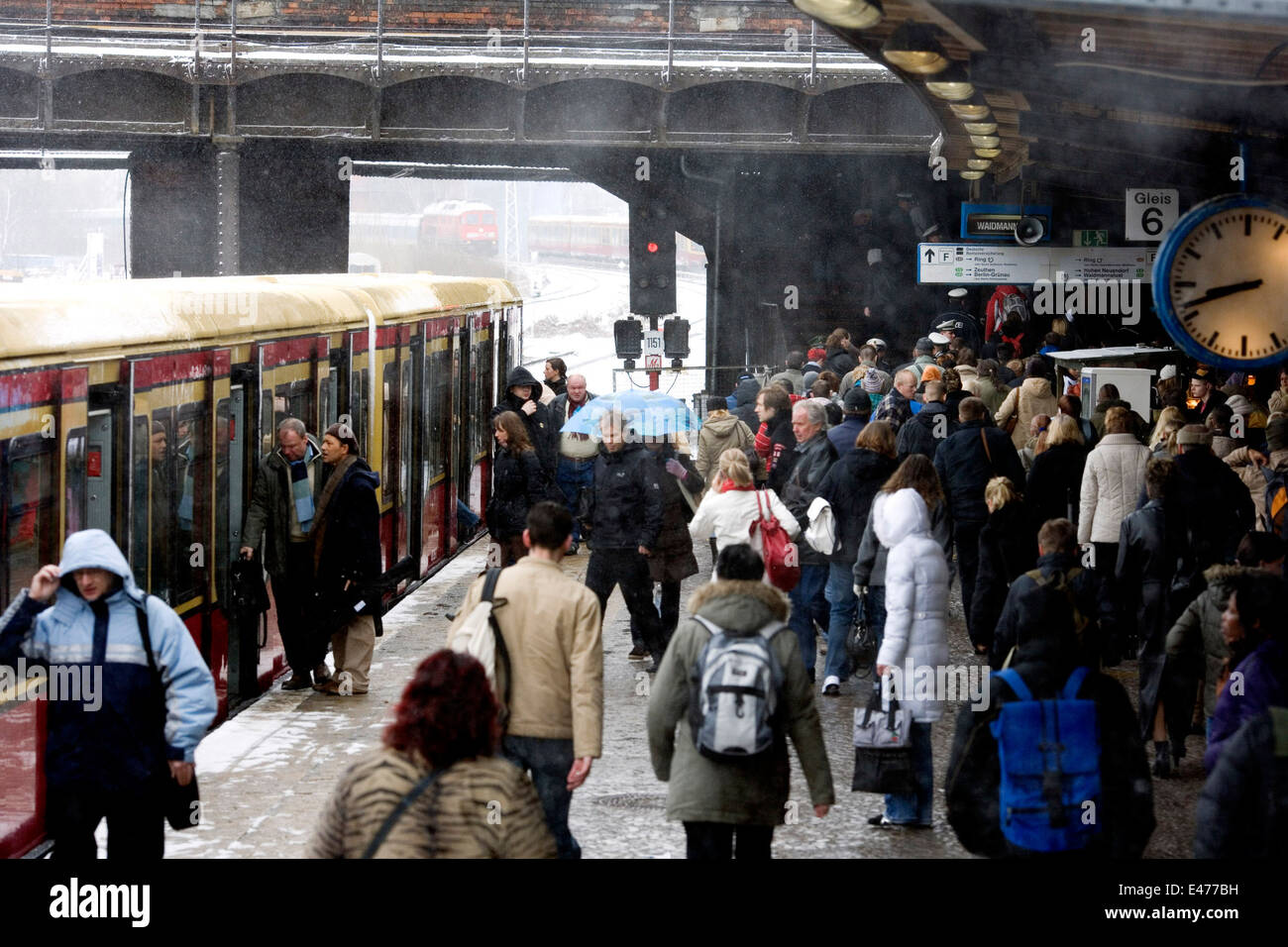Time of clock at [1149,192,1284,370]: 8:42
